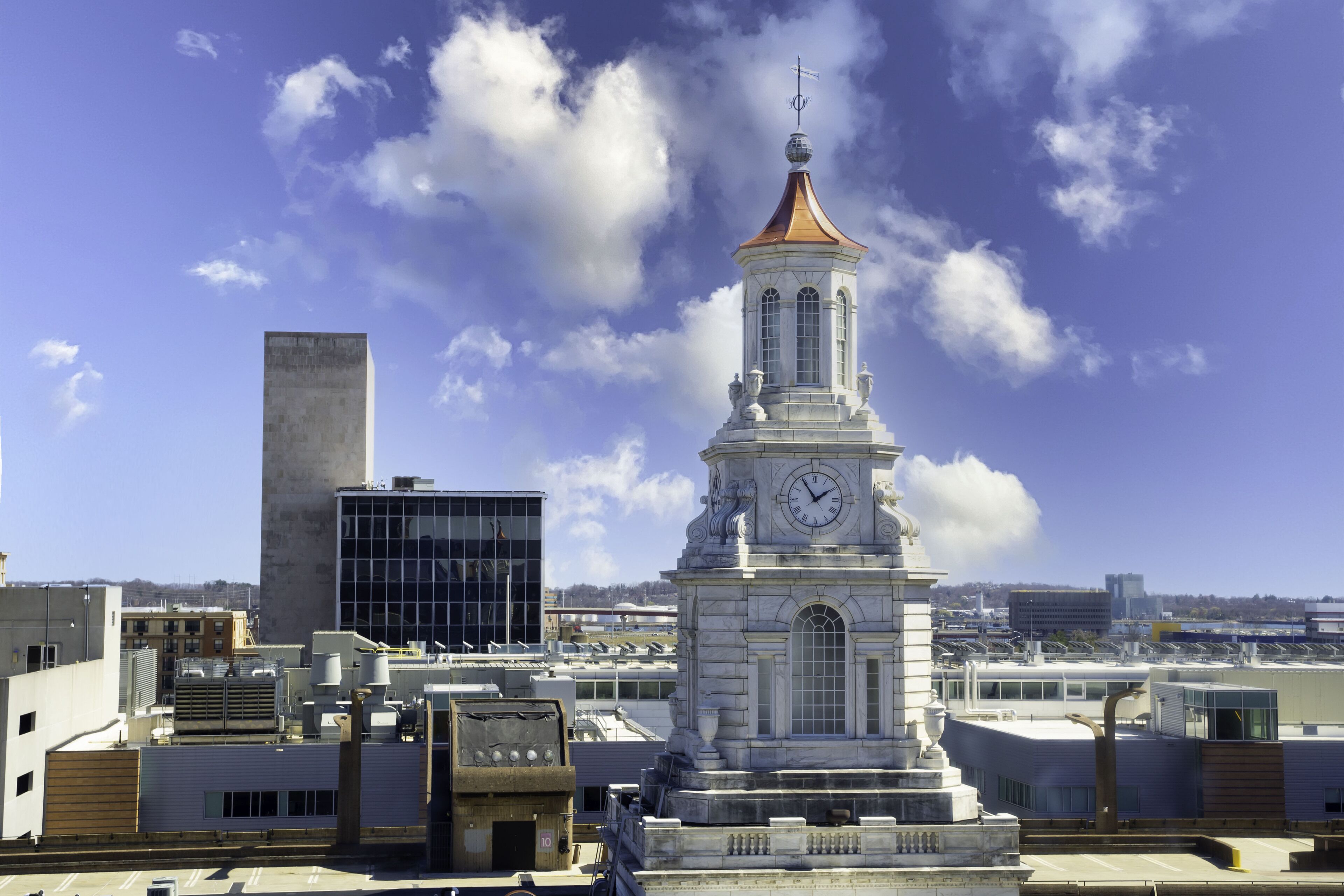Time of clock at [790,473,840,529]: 1:54
